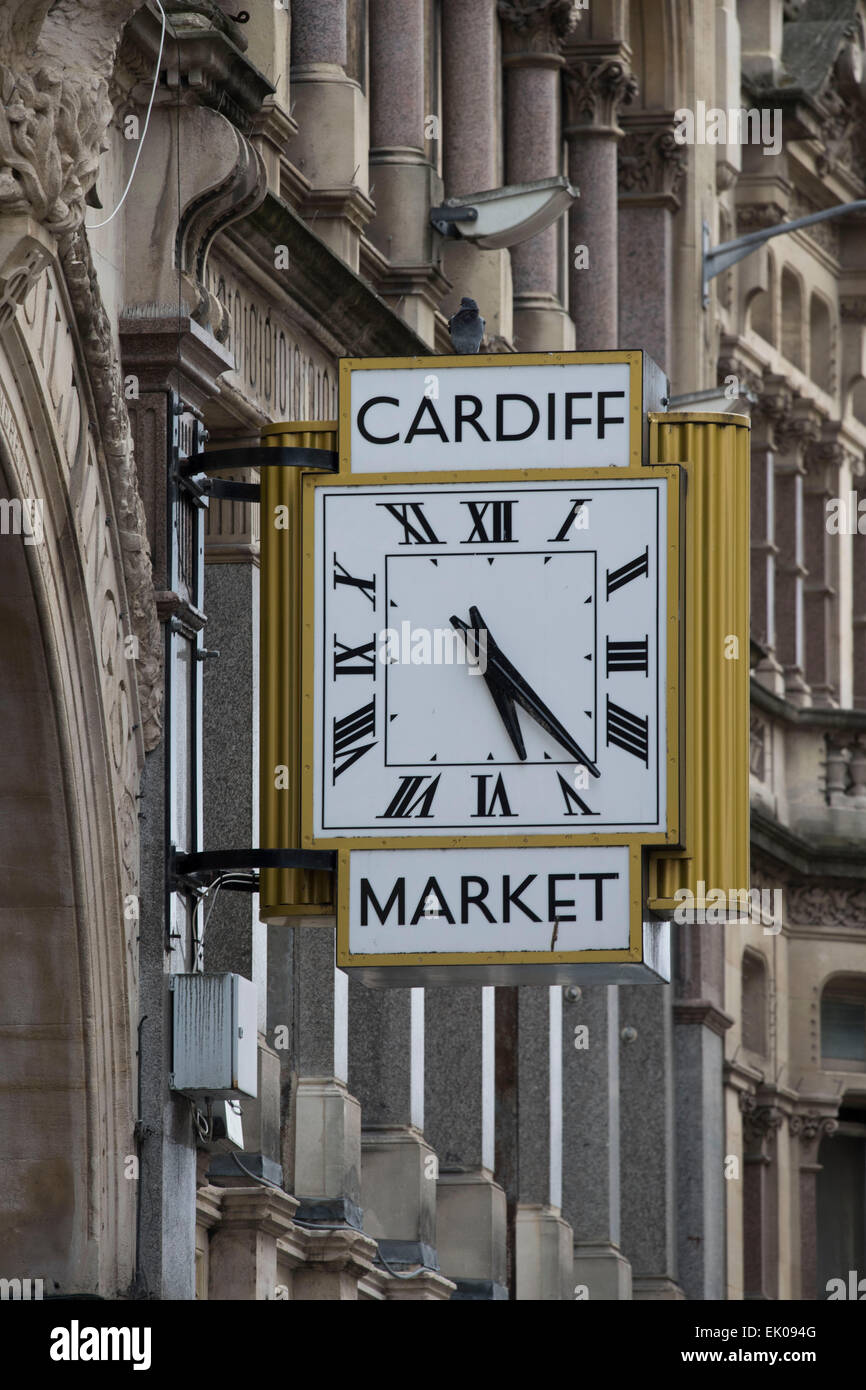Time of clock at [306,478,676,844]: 5:22
